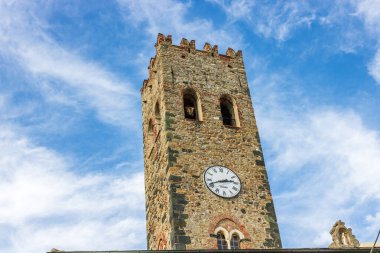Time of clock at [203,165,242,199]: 2:41
